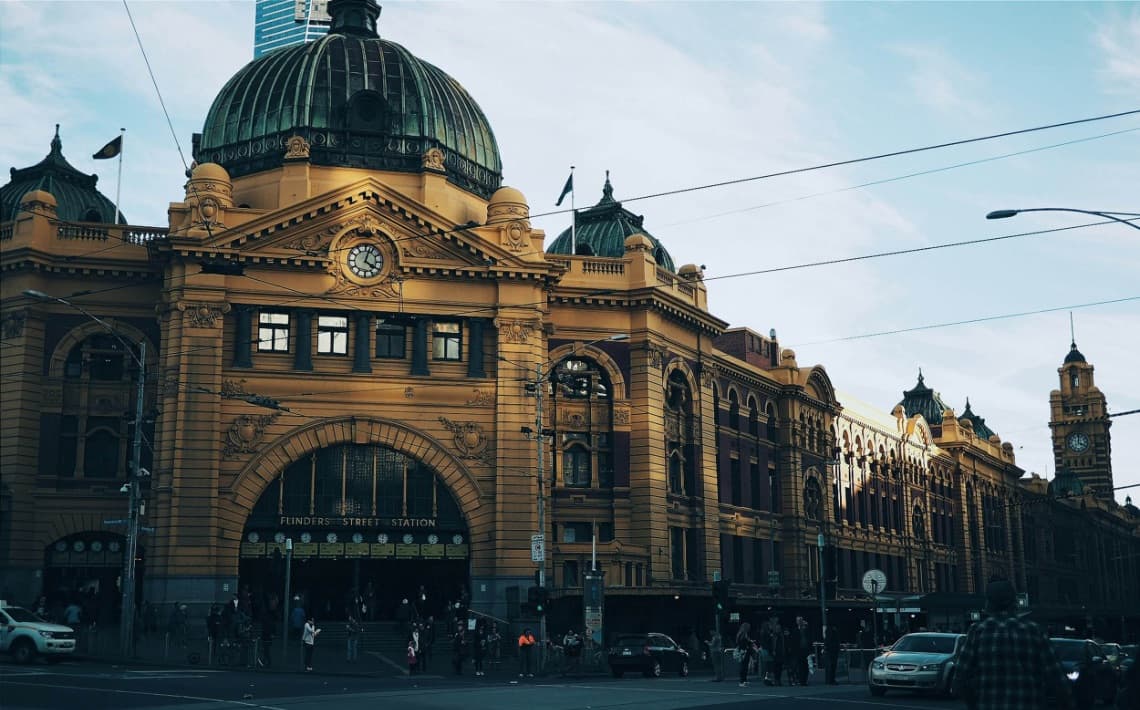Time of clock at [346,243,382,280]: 4:02
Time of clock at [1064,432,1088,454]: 4:01
